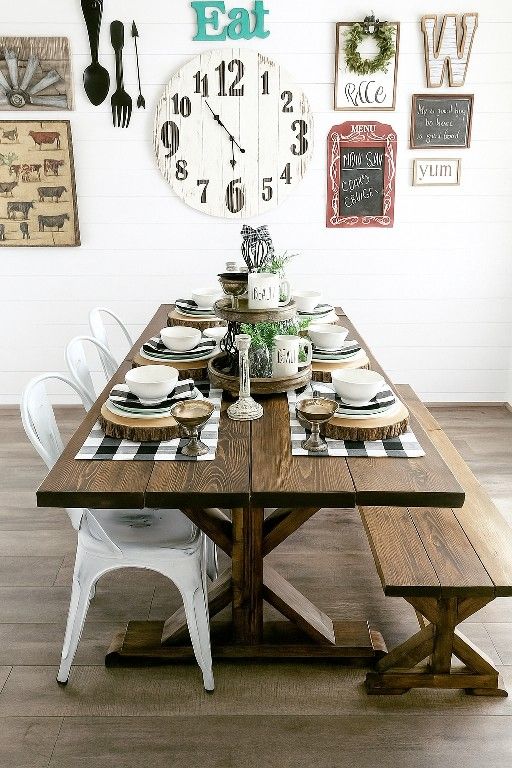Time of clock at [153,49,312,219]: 5:53
